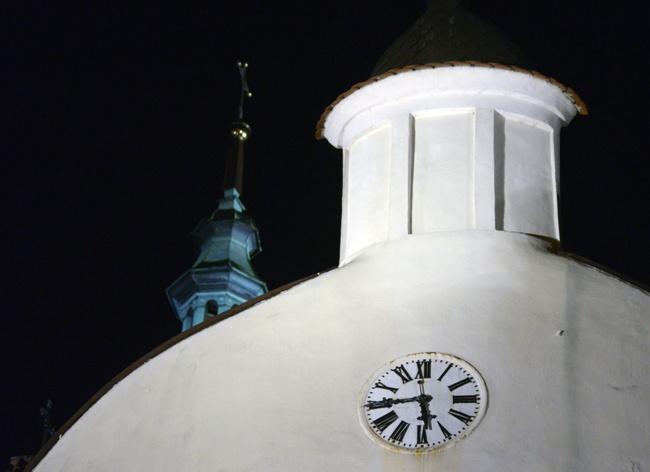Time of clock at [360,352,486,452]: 5:44
